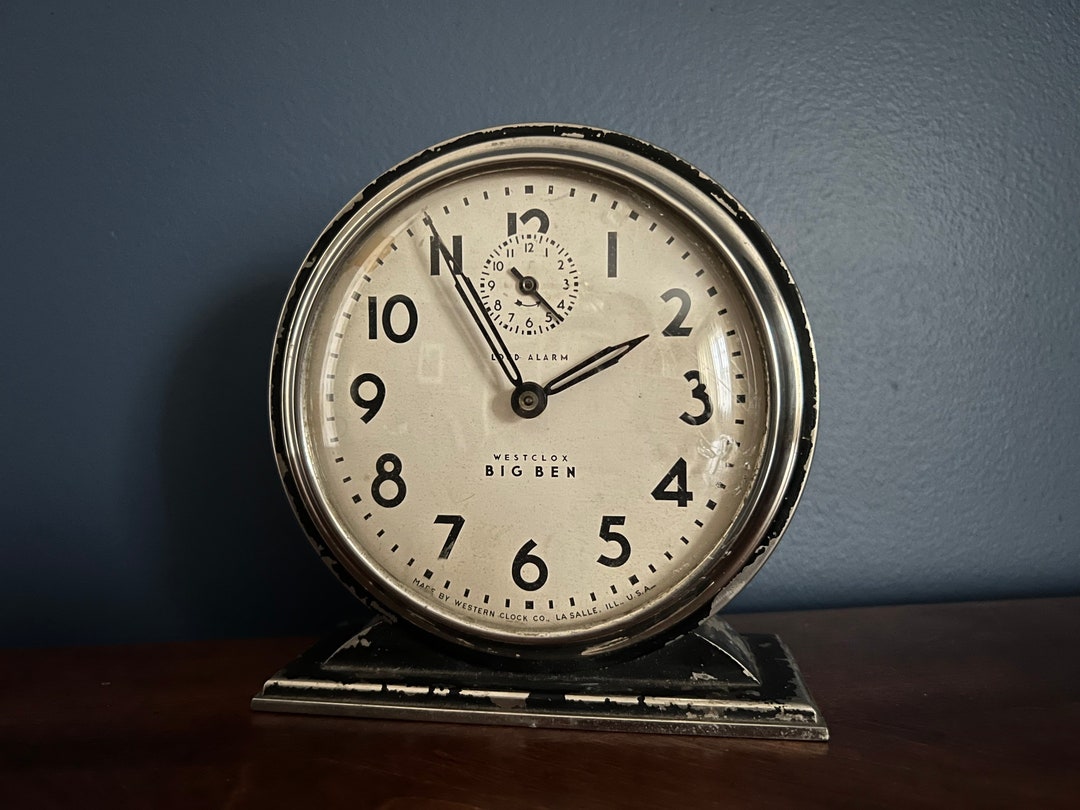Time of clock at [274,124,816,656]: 1:55
